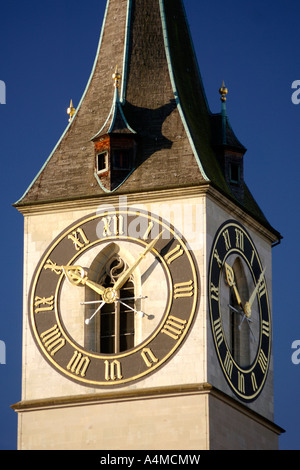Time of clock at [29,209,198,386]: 10:07
